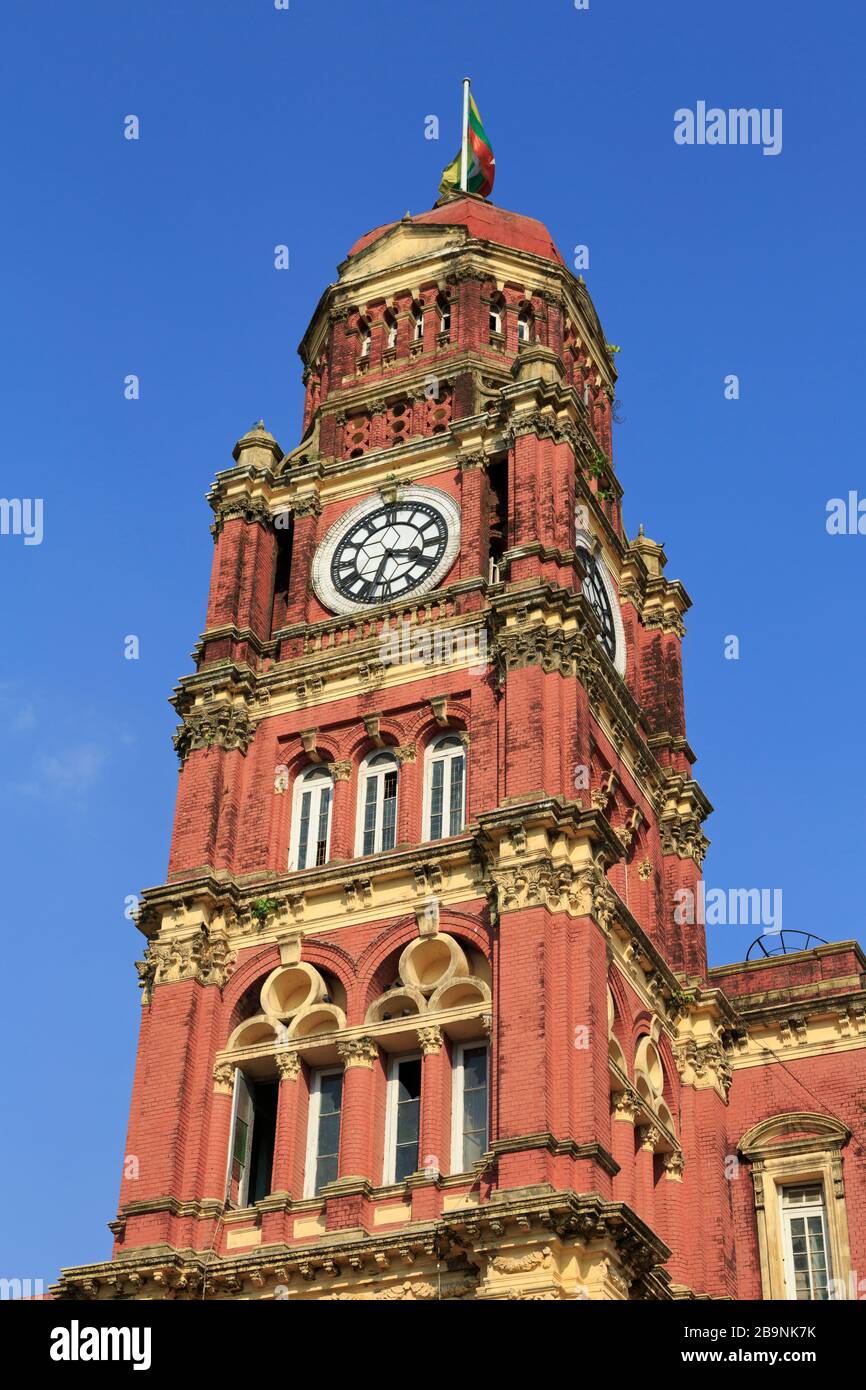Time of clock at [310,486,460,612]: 3:32
